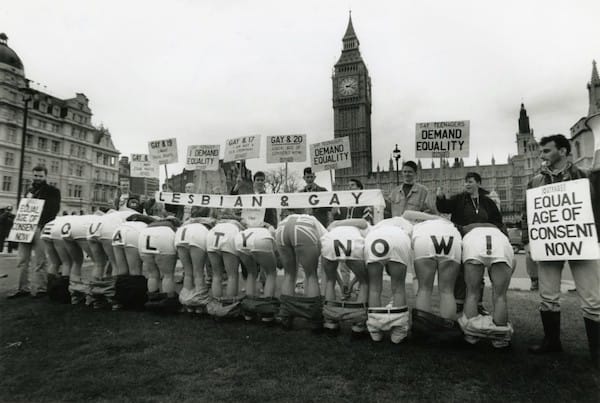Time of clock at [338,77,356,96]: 2:18
